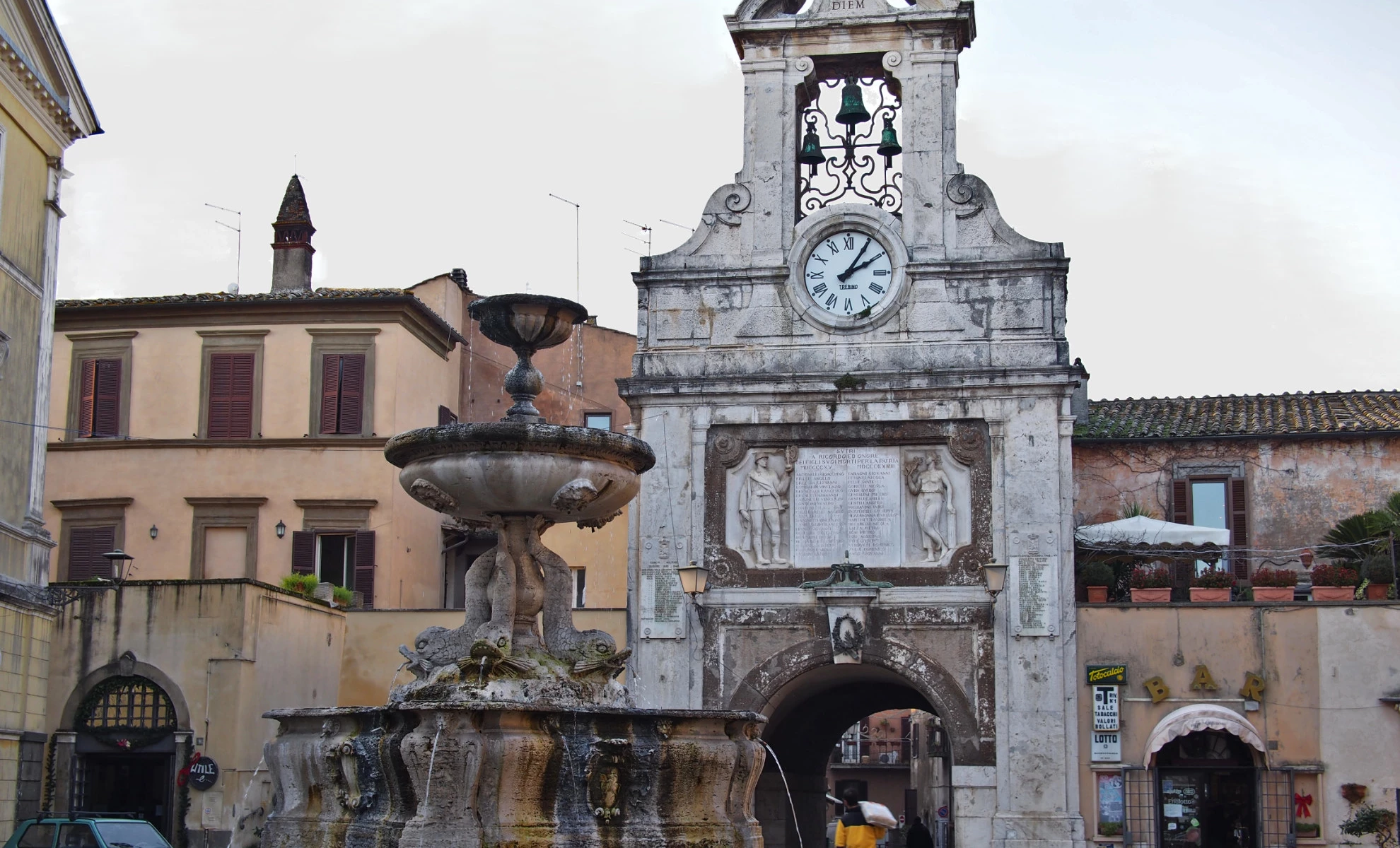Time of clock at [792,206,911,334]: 2:05
